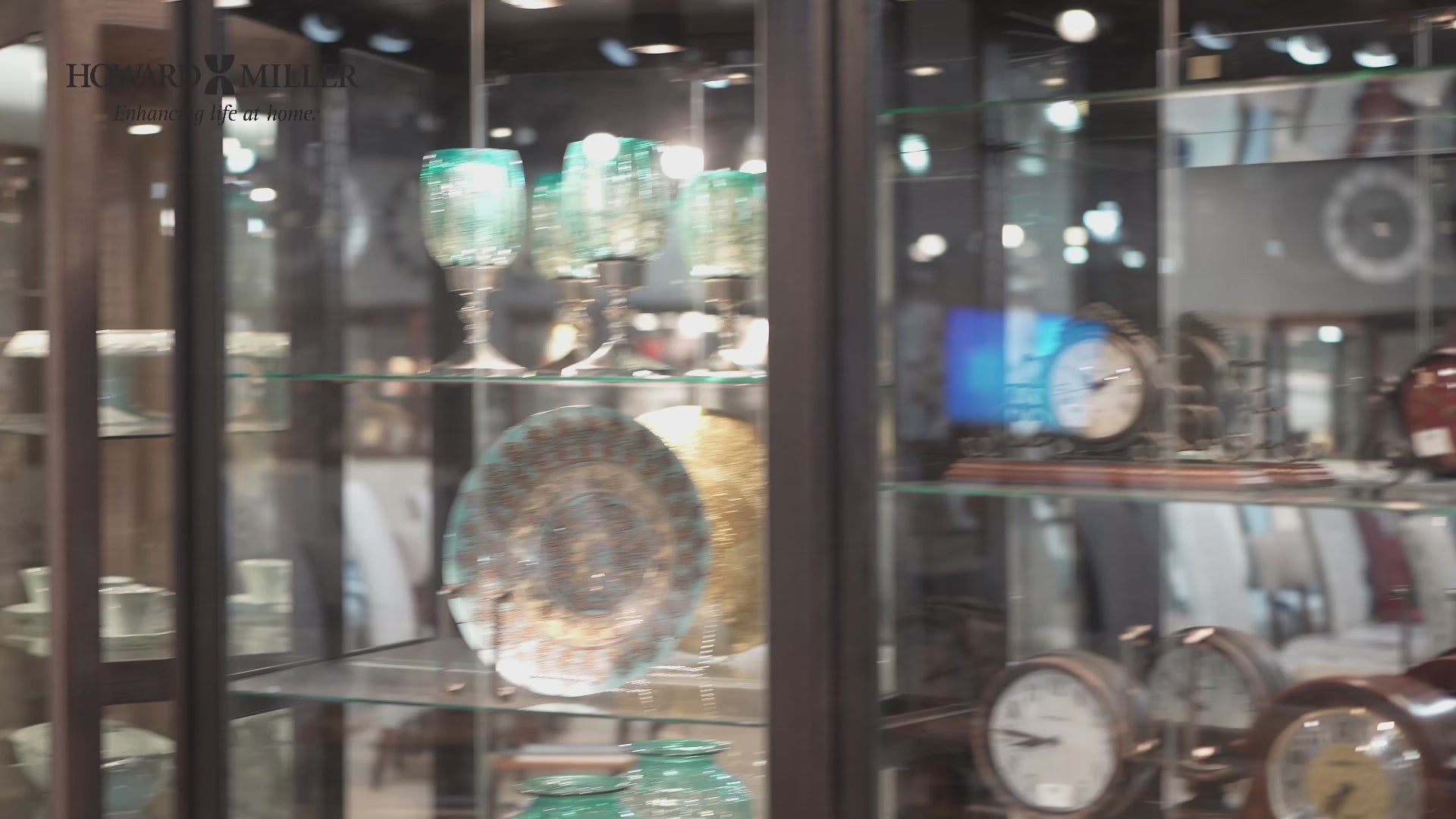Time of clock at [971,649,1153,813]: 8:46
